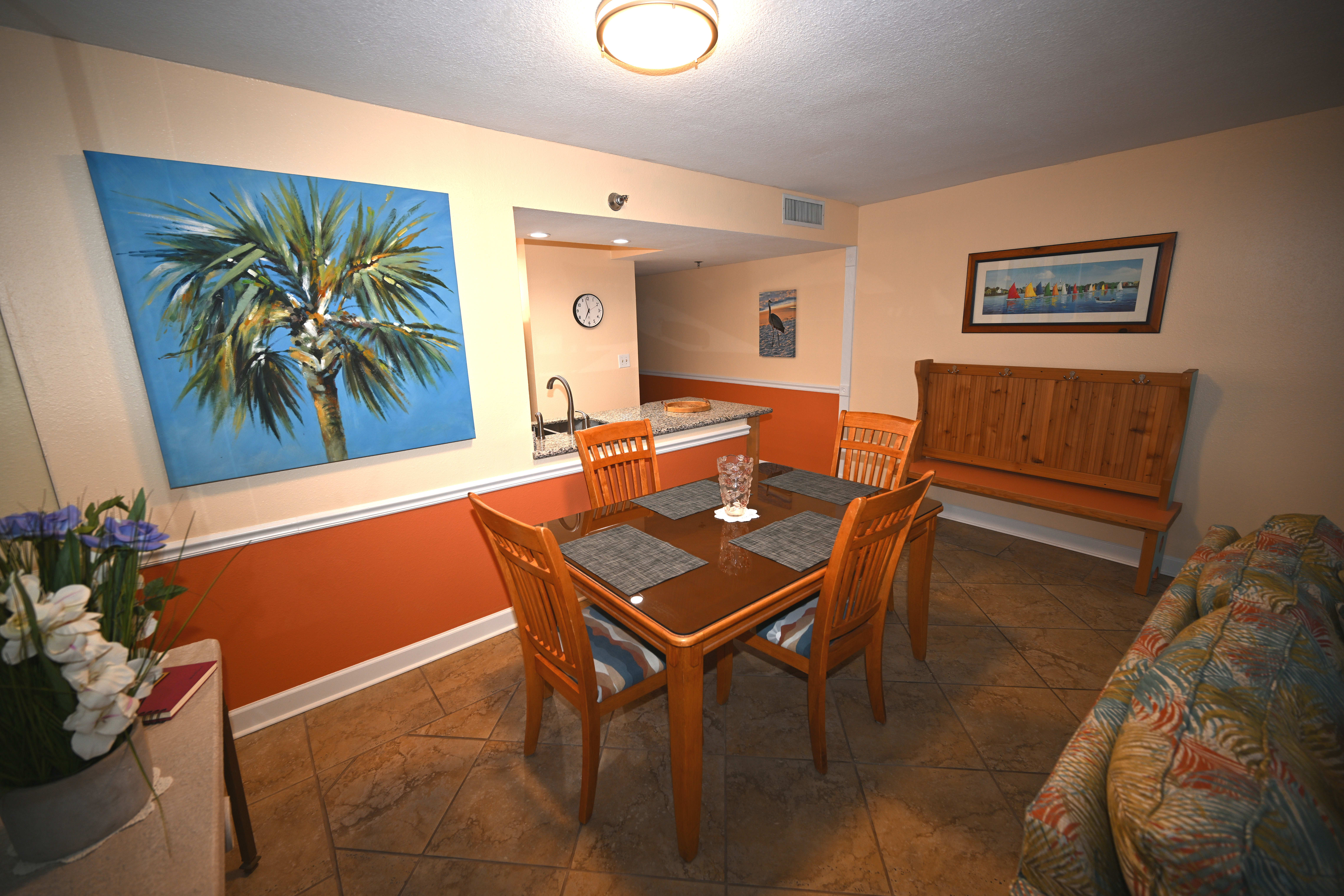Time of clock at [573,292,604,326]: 6:57
